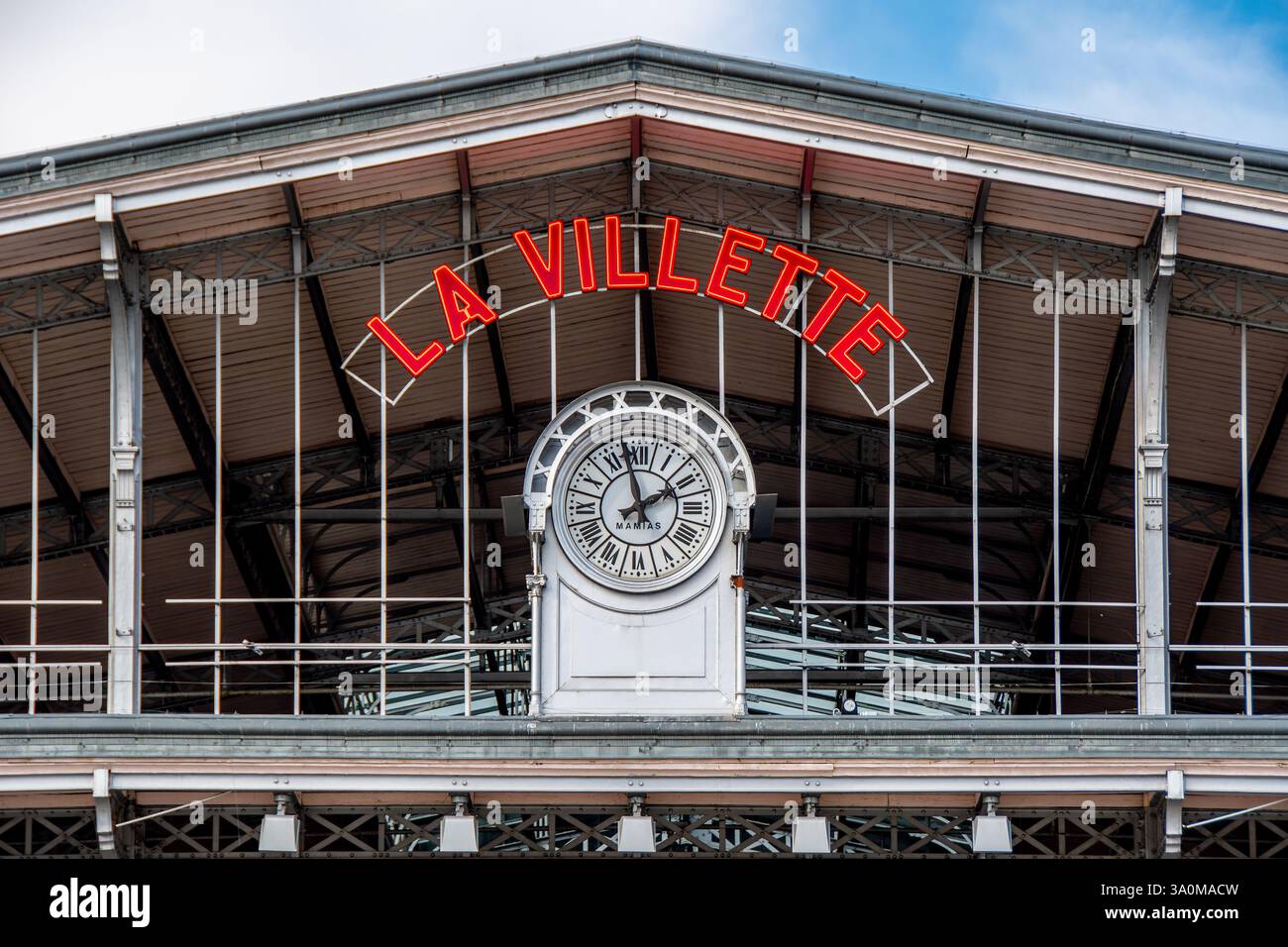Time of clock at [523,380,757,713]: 1:56
